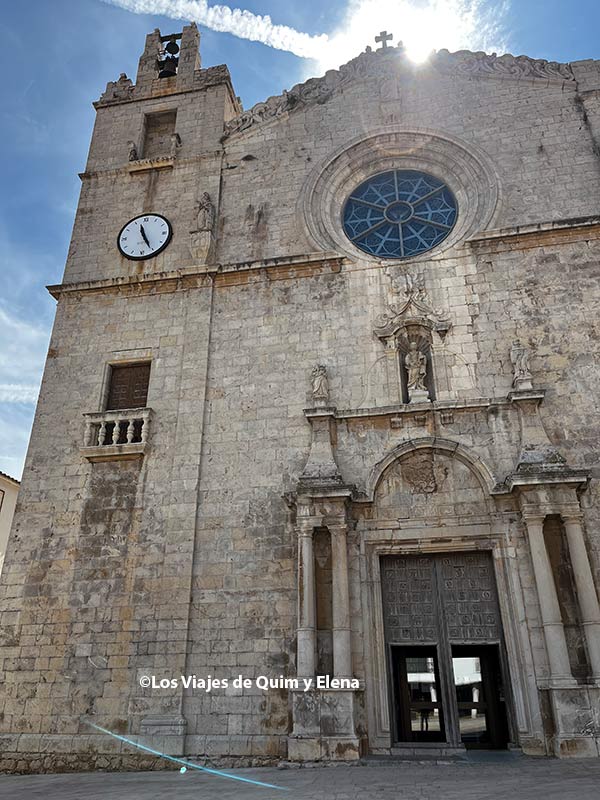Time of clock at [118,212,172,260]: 11:25
